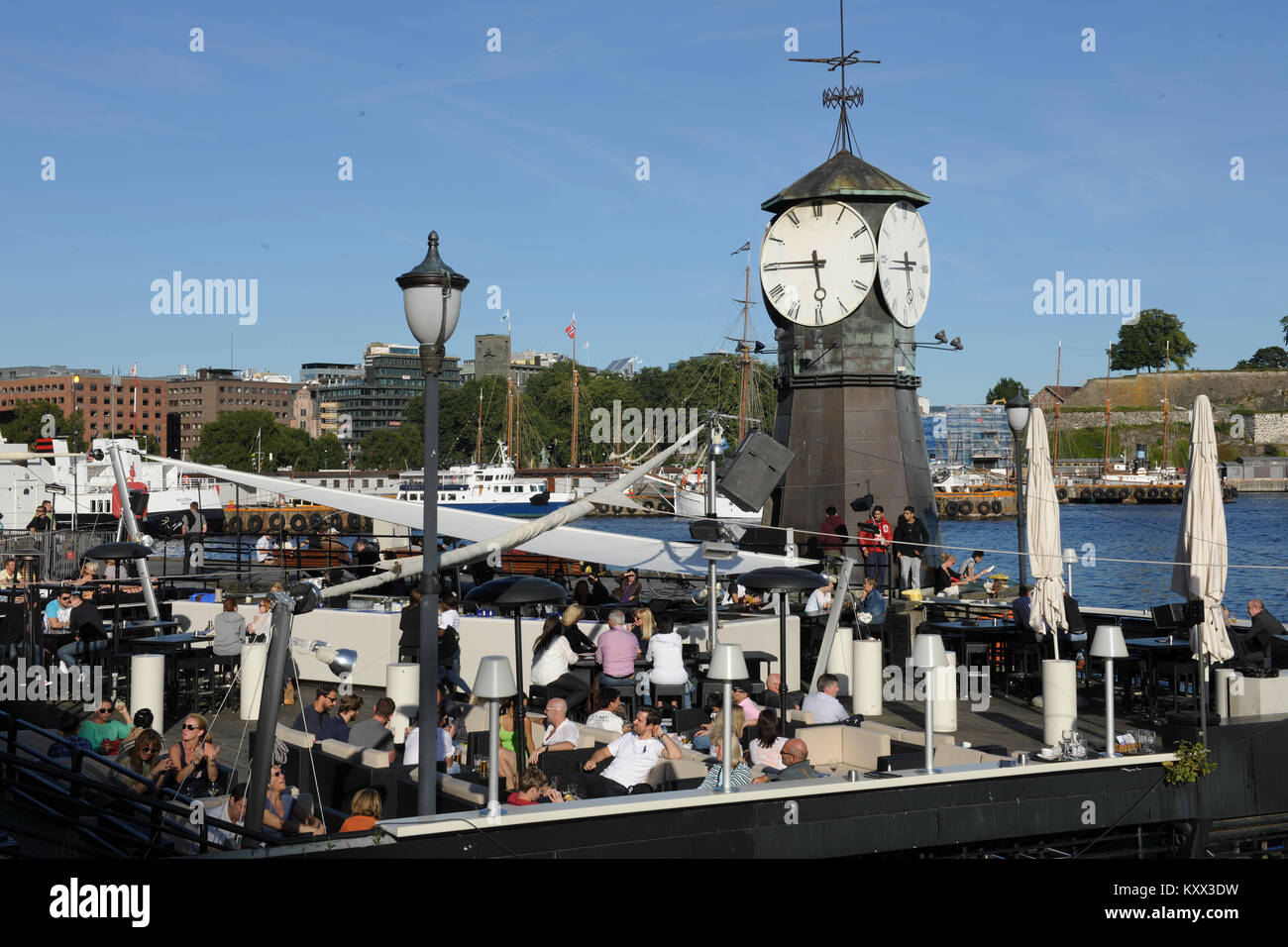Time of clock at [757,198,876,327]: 5:45
